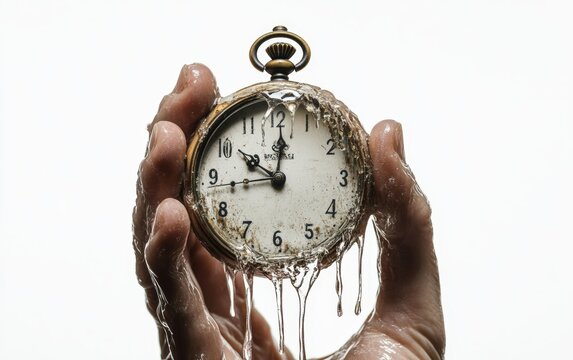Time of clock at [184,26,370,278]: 10:01
